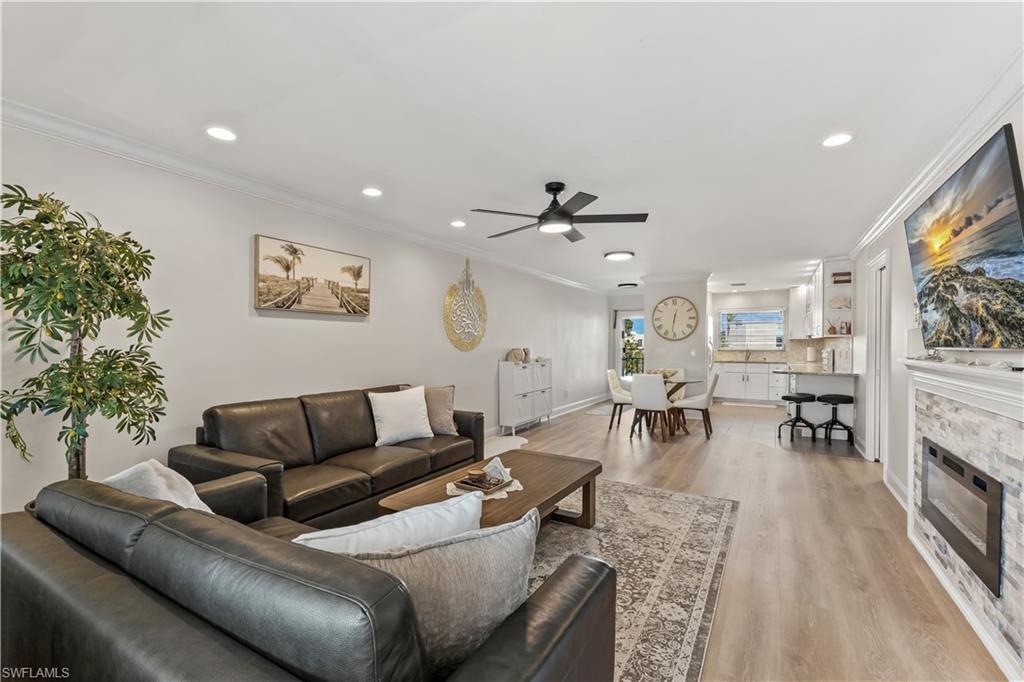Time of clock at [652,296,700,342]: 12:31
